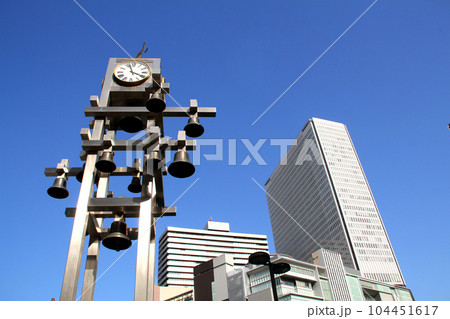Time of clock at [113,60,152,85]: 3:57
